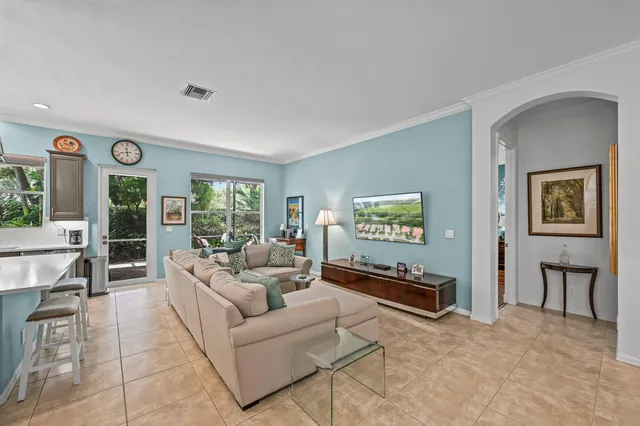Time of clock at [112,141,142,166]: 11:42
